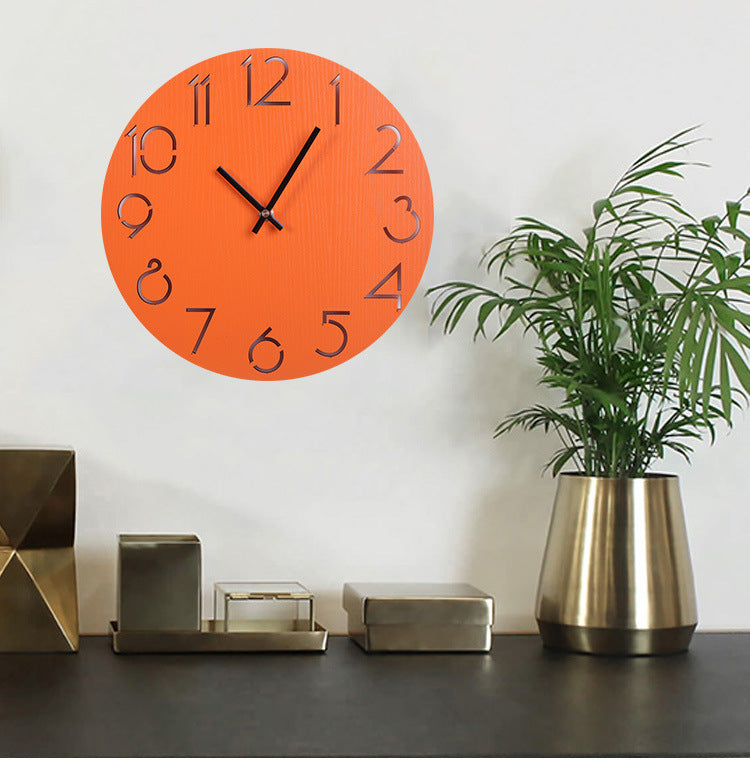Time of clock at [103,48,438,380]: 10:05
